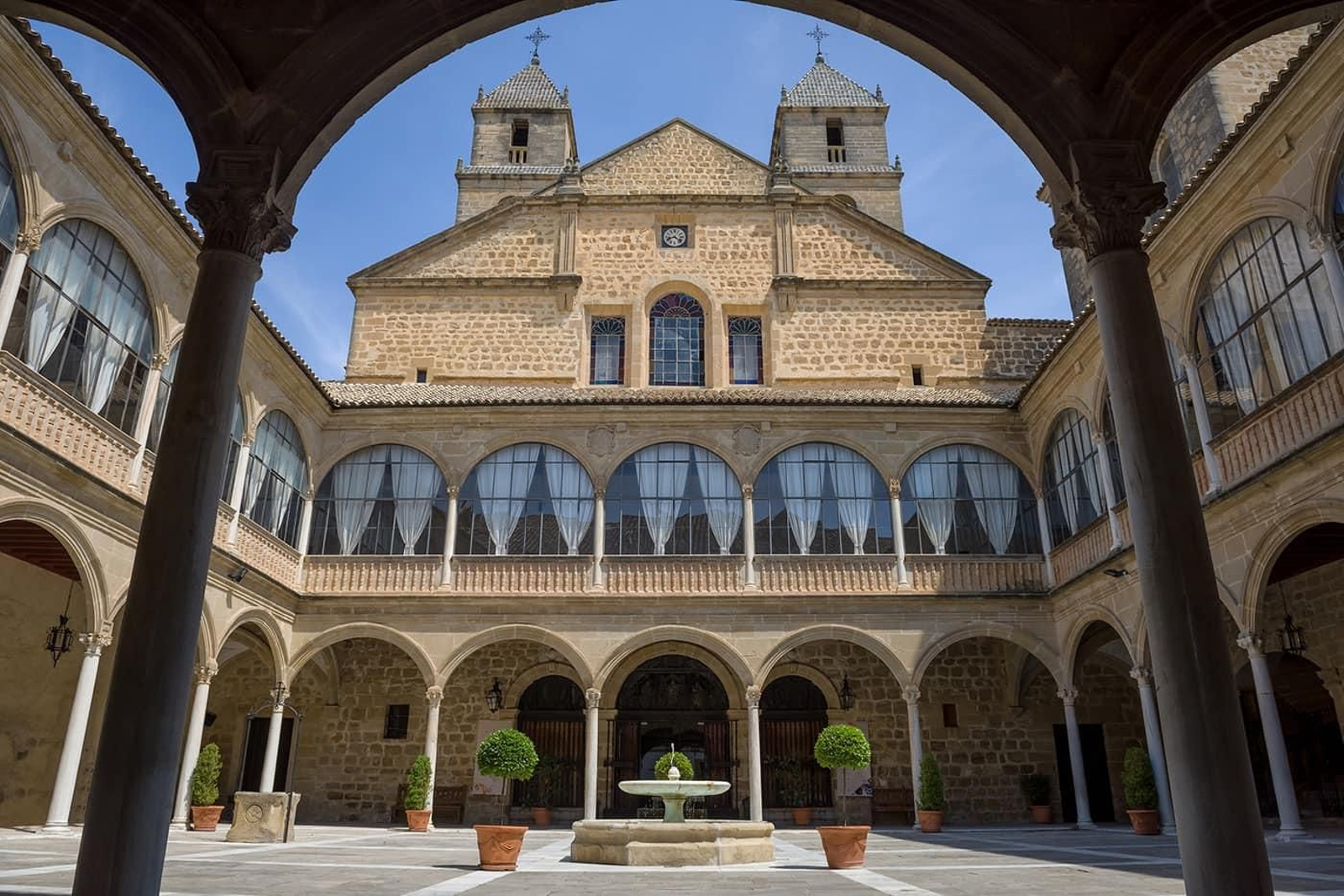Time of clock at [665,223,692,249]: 8:22
